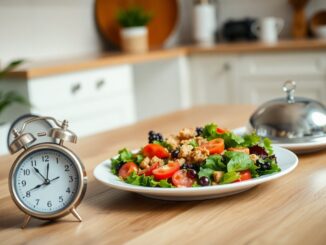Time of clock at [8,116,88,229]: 10:41
